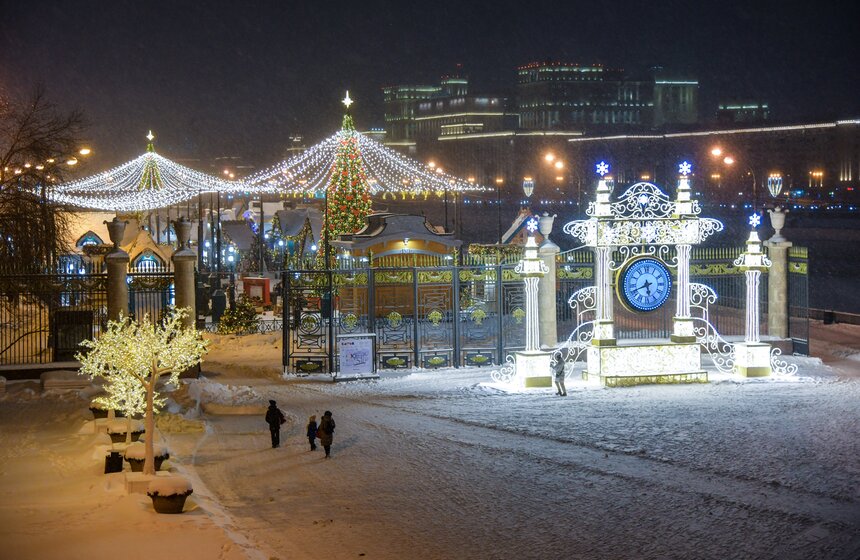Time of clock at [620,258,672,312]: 5:41
